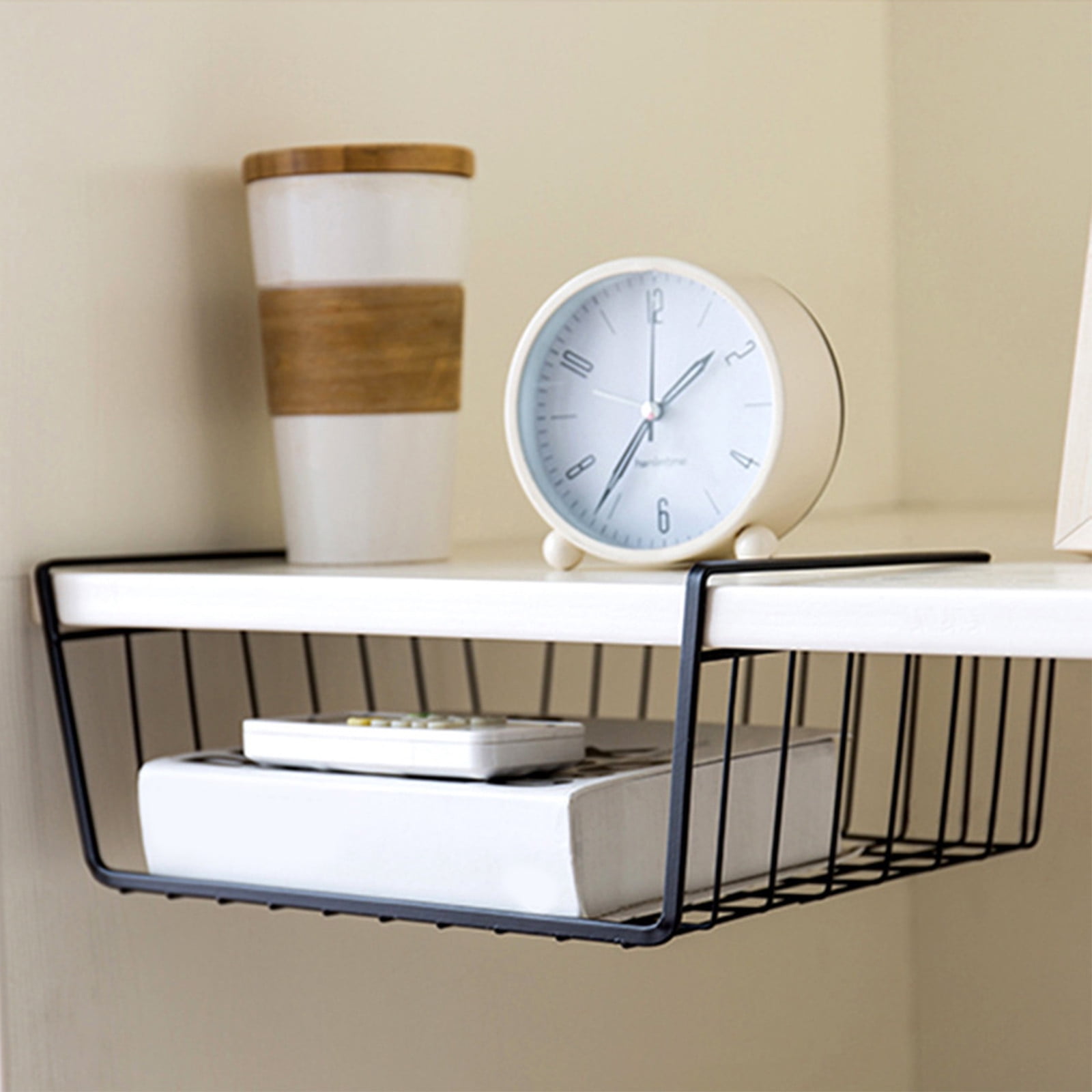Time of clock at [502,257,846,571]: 1:36
